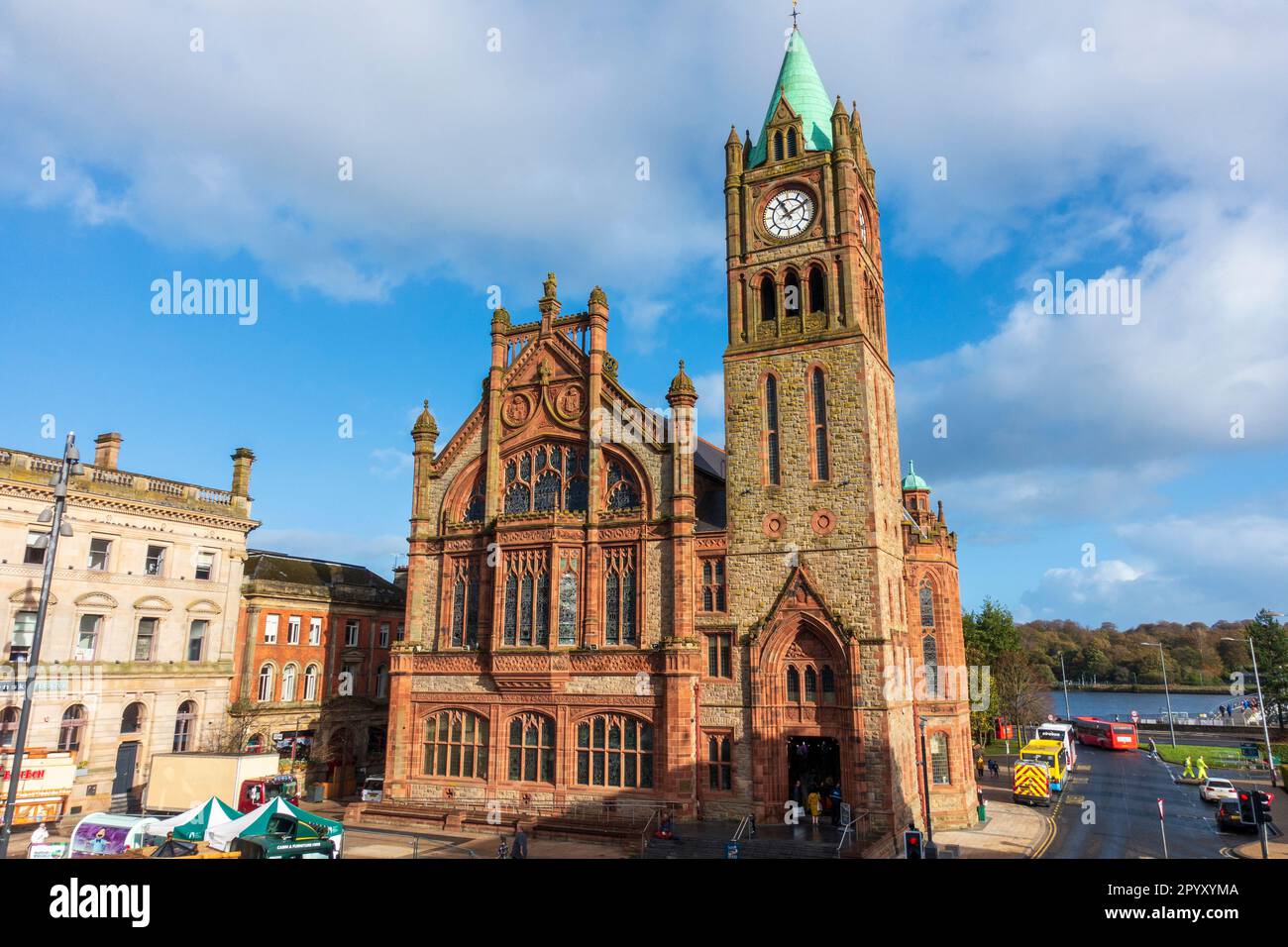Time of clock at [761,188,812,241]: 11:10
